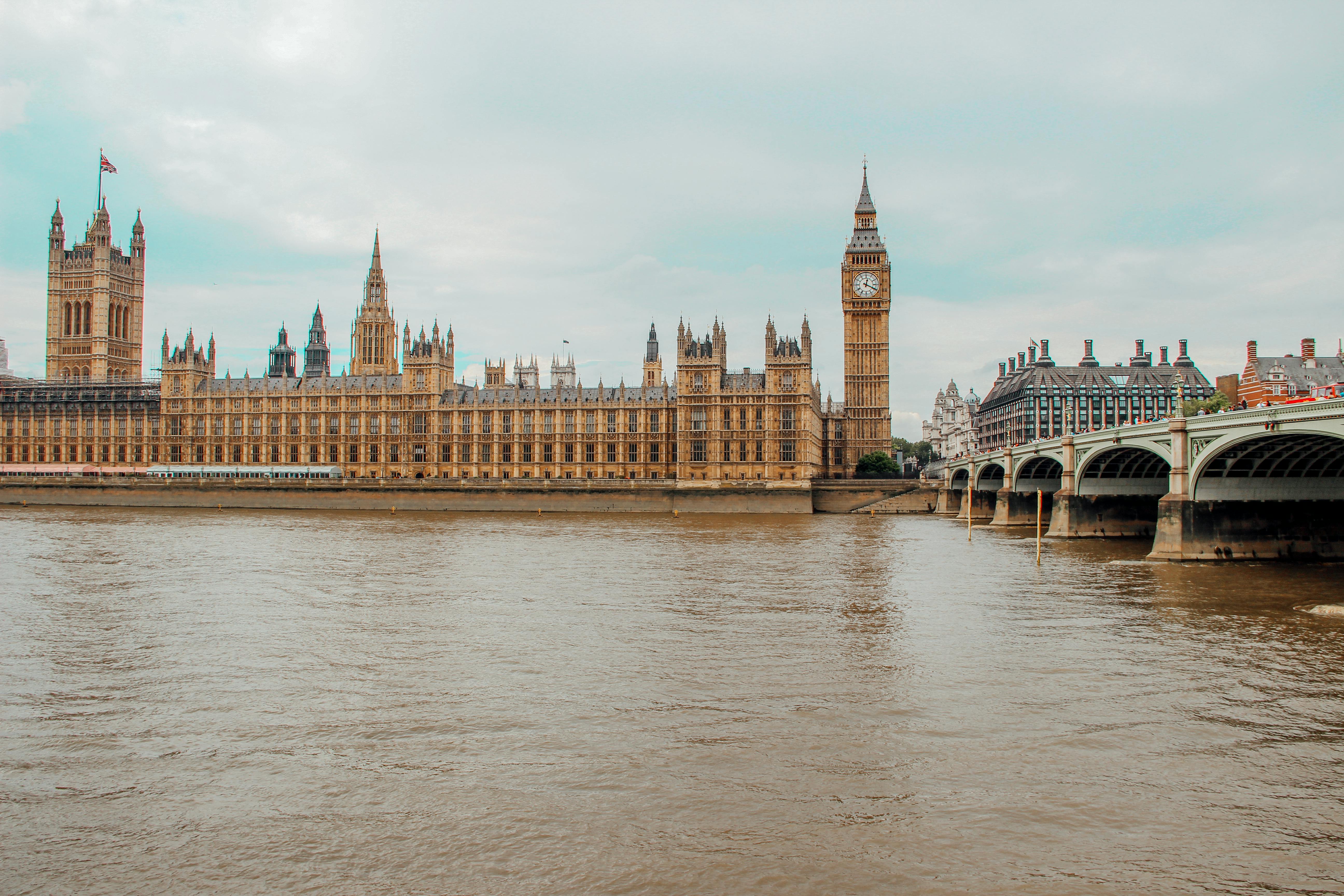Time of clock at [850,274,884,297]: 12:19
